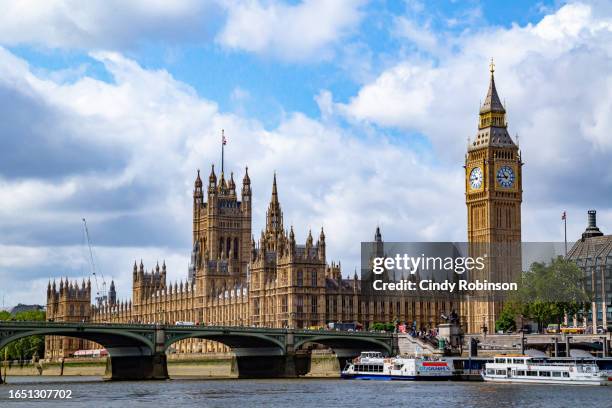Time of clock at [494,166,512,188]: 10:43
